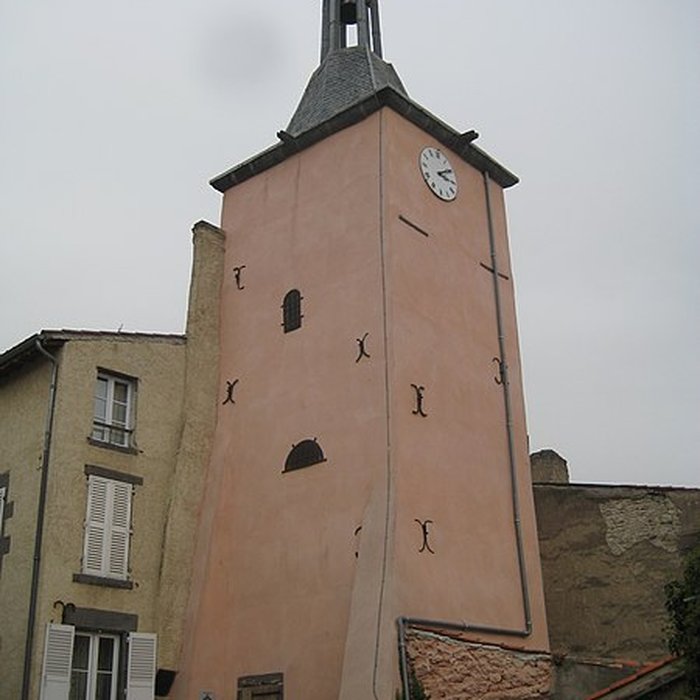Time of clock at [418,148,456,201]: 3:09
